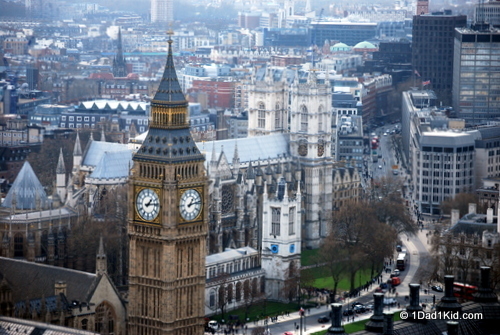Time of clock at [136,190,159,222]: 1:13
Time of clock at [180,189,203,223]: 1:13
